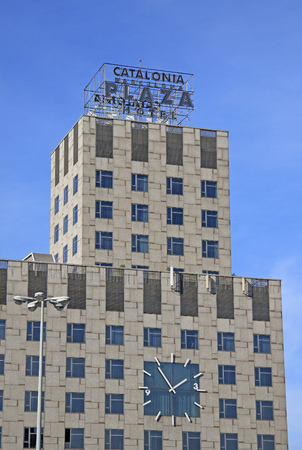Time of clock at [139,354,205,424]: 1:53
